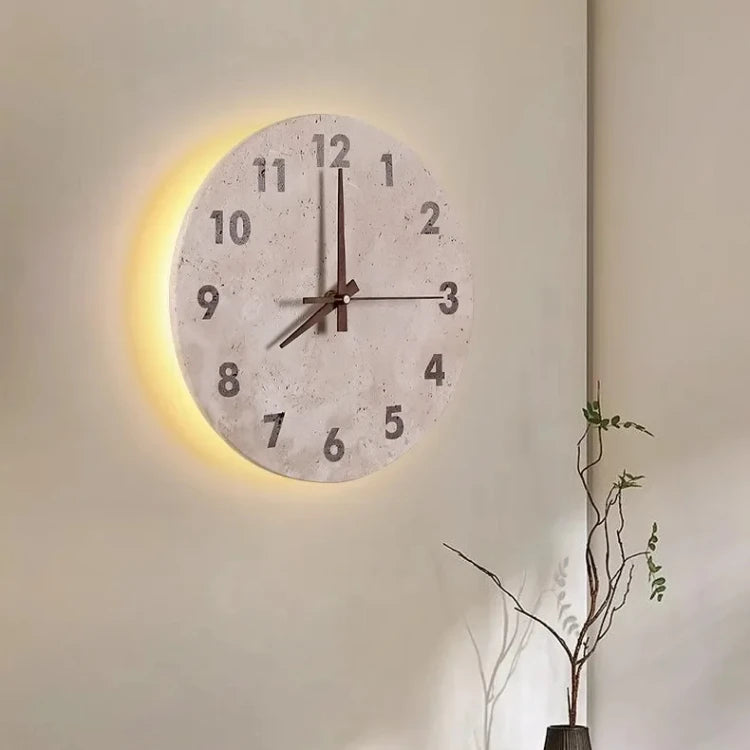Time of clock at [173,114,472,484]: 8:00
